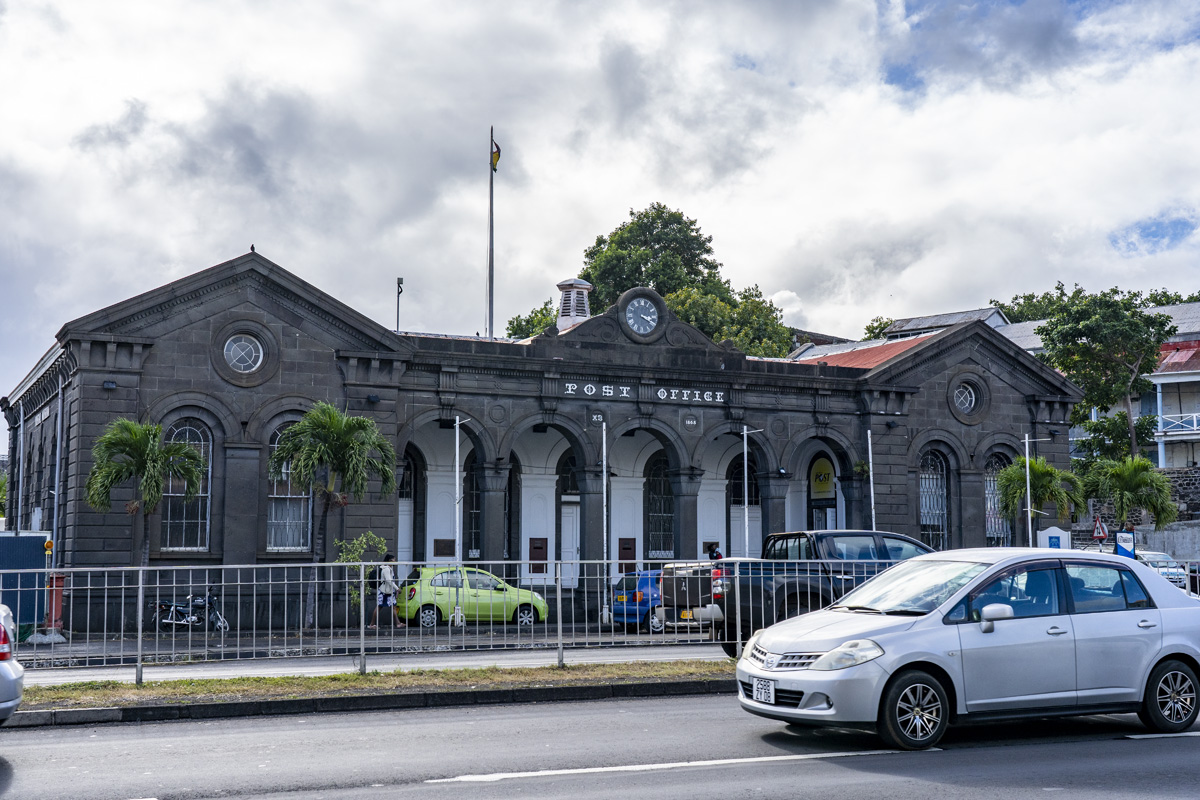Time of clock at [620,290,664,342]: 3:19
